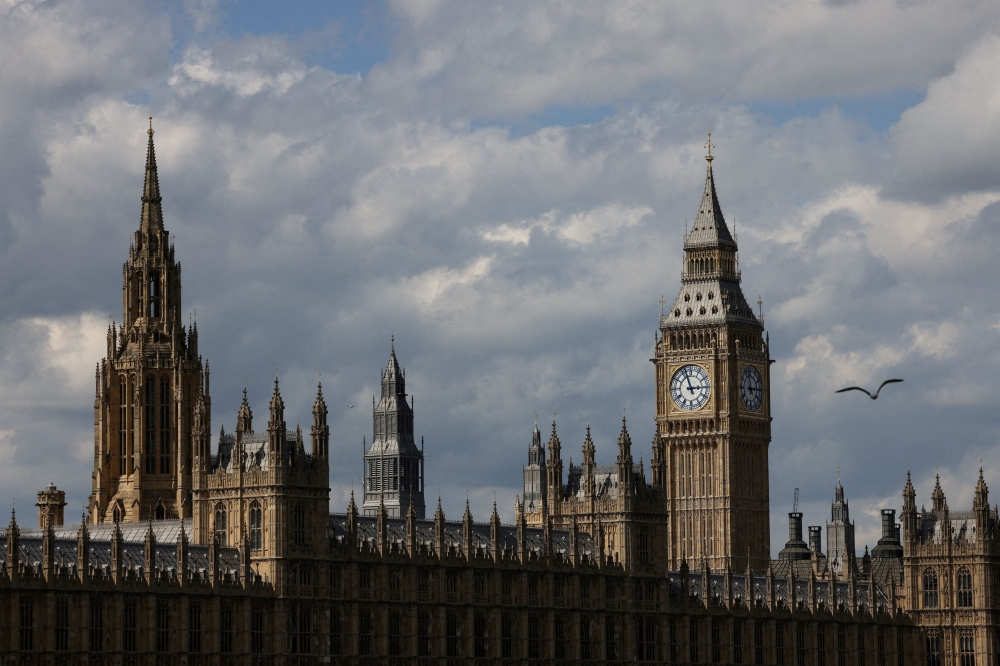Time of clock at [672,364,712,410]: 2:56
